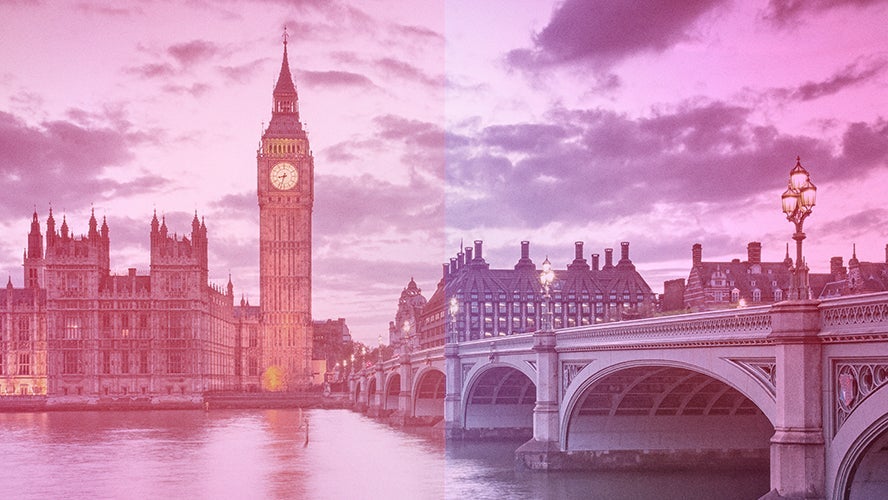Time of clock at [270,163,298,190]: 8:32
